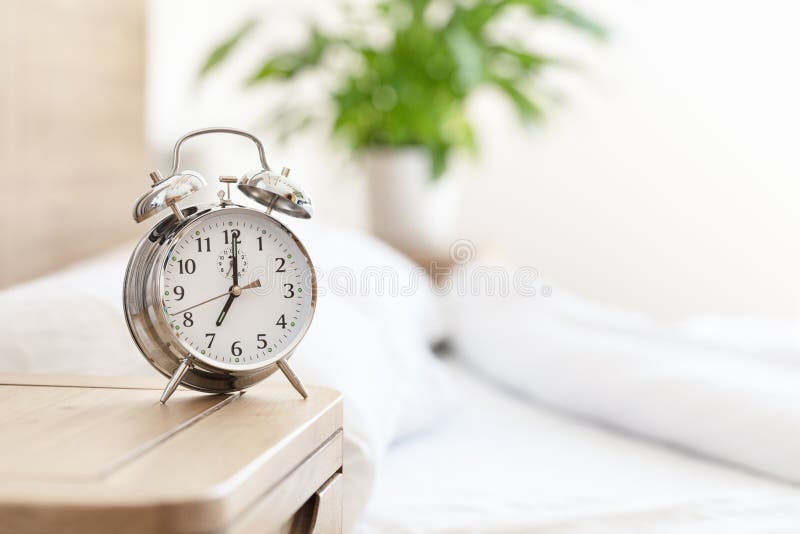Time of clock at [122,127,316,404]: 7:00
